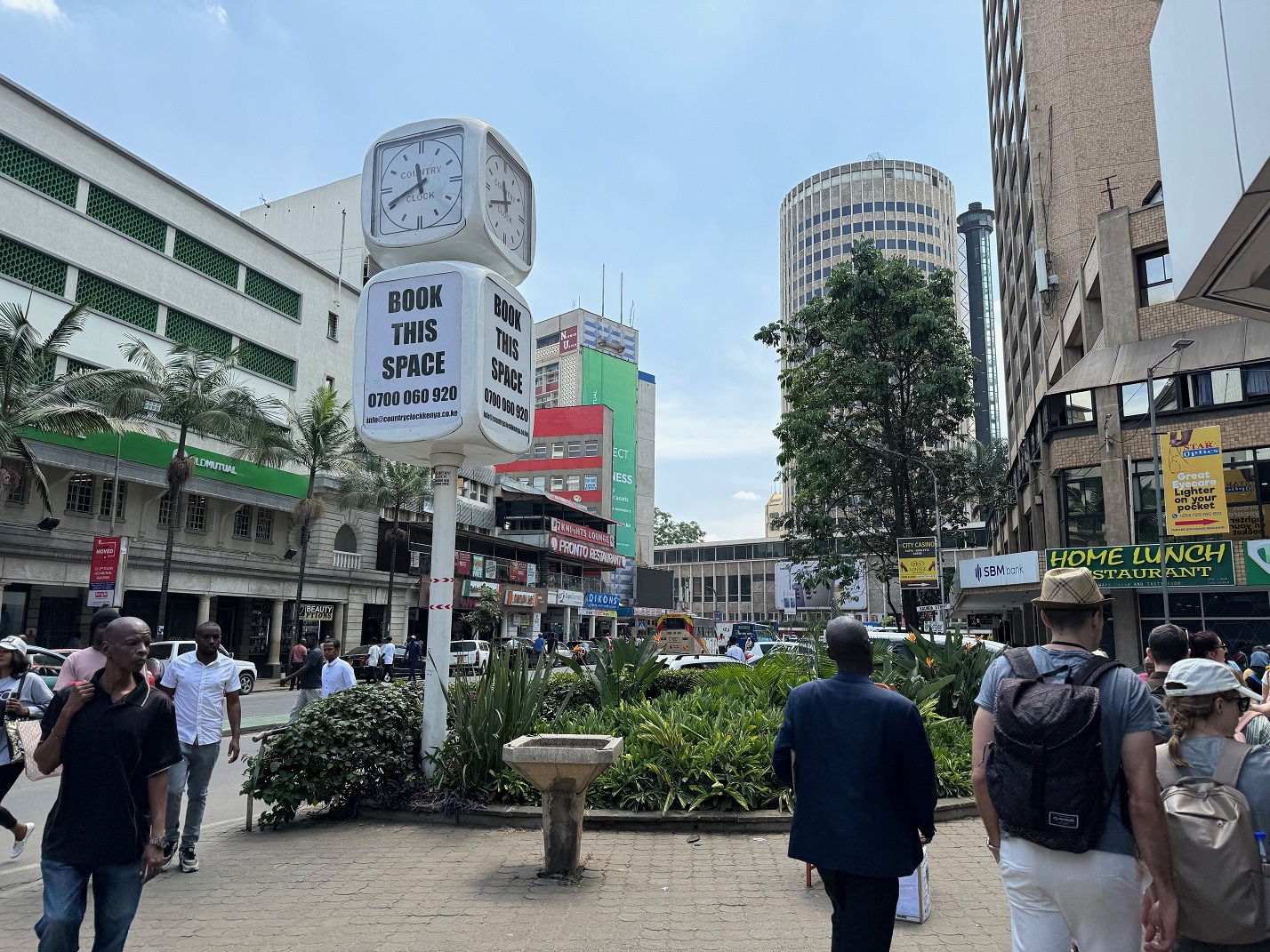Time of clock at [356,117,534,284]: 11:41
